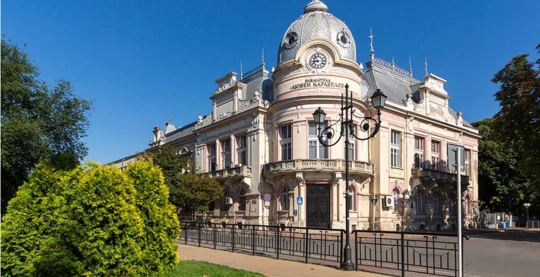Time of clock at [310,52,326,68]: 8:53
